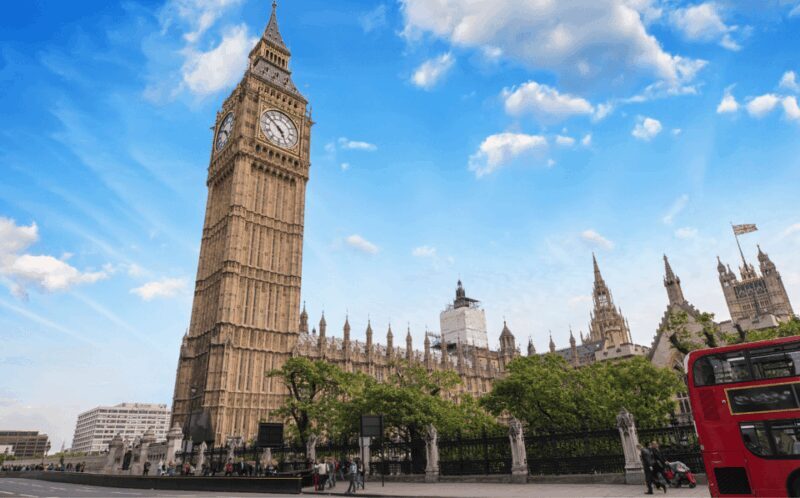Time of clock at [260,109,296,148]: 4:51
